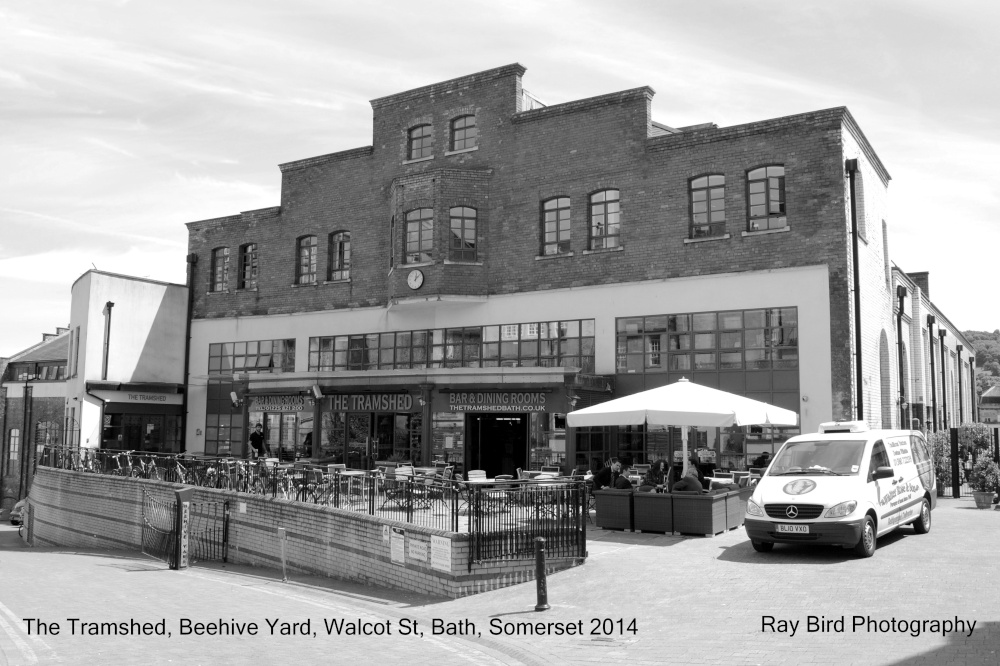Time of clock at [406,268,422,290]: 12:07
